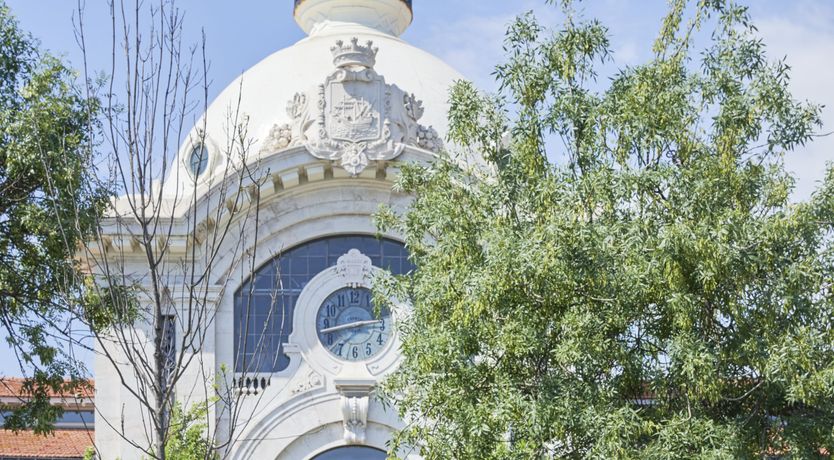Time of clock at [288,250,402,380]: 2:42
